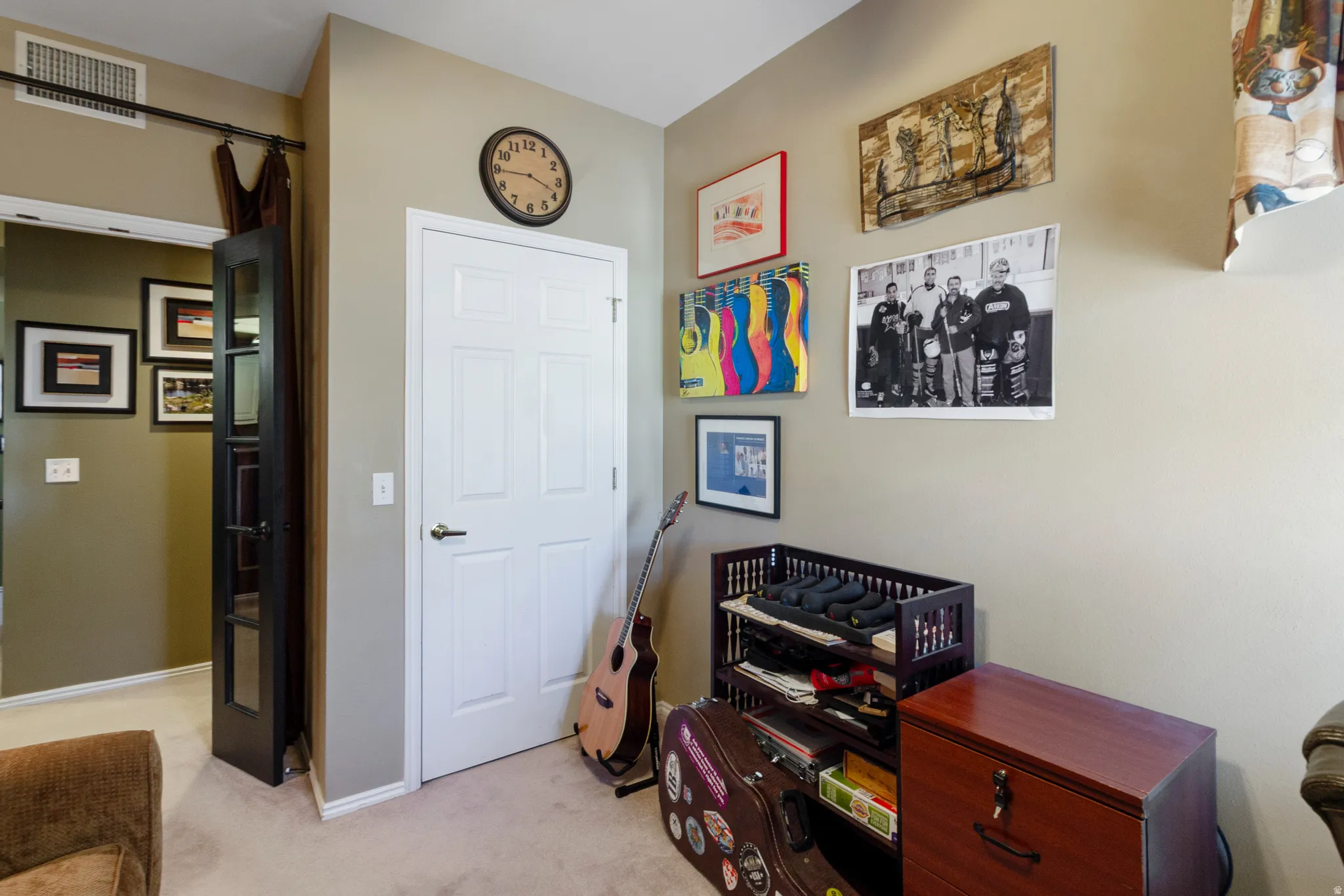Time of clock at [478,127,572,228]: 3:44
